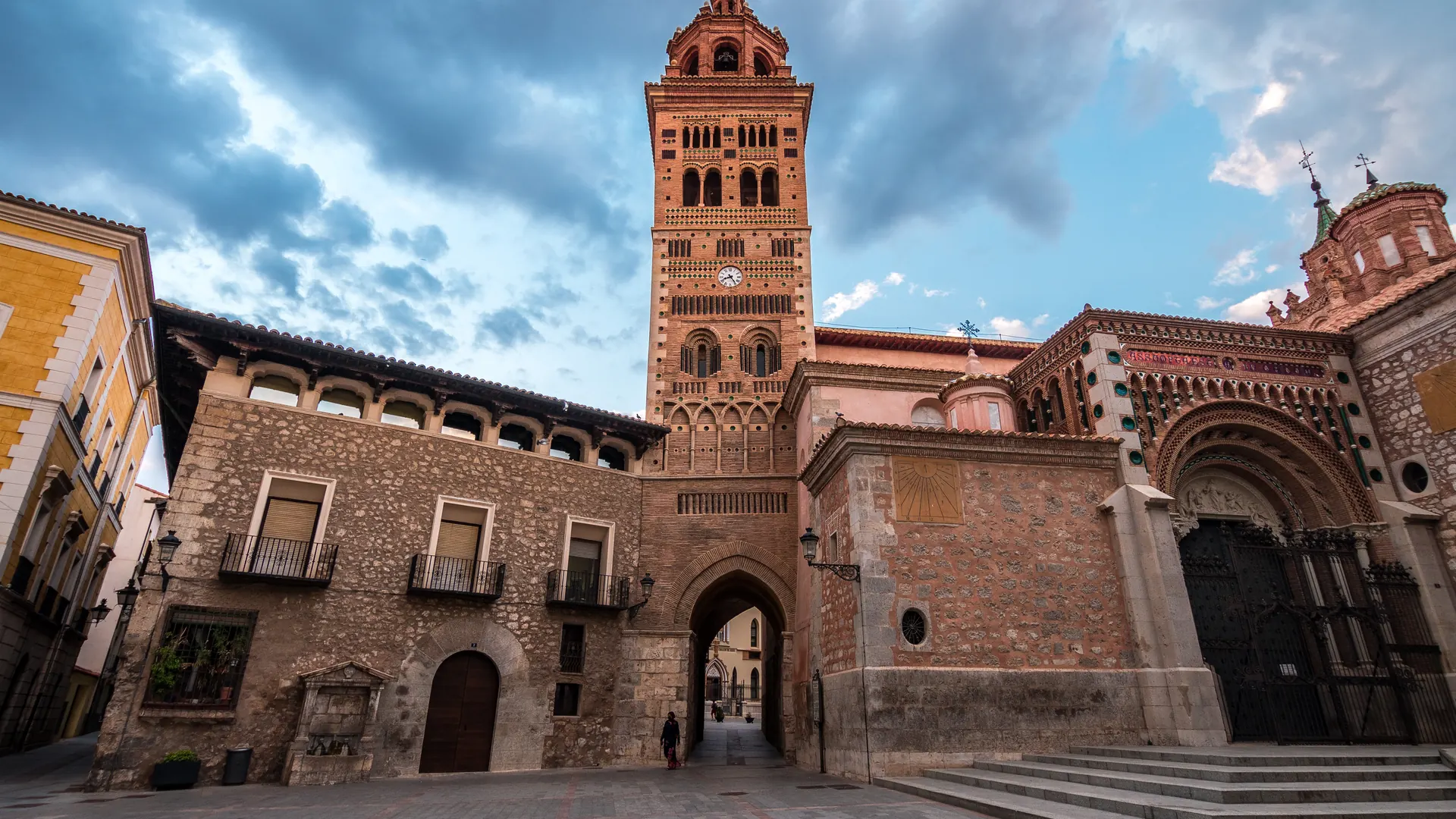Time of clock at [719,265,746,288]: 8:24
